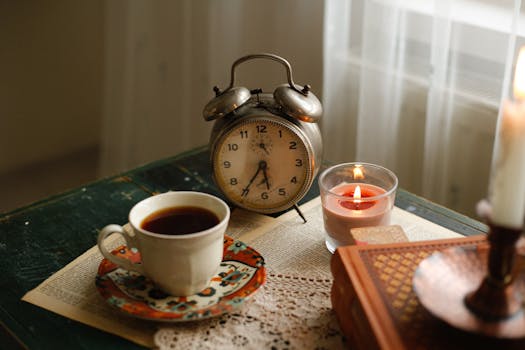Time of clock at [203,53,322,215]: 5:35
